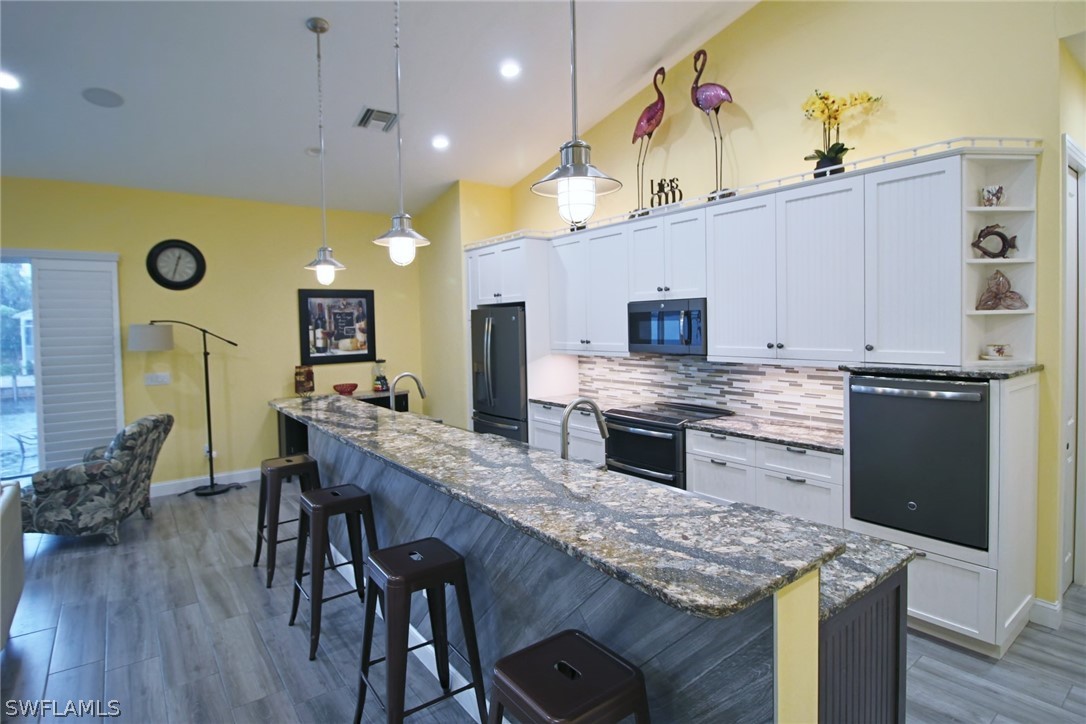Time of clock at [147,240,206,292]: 12:32
